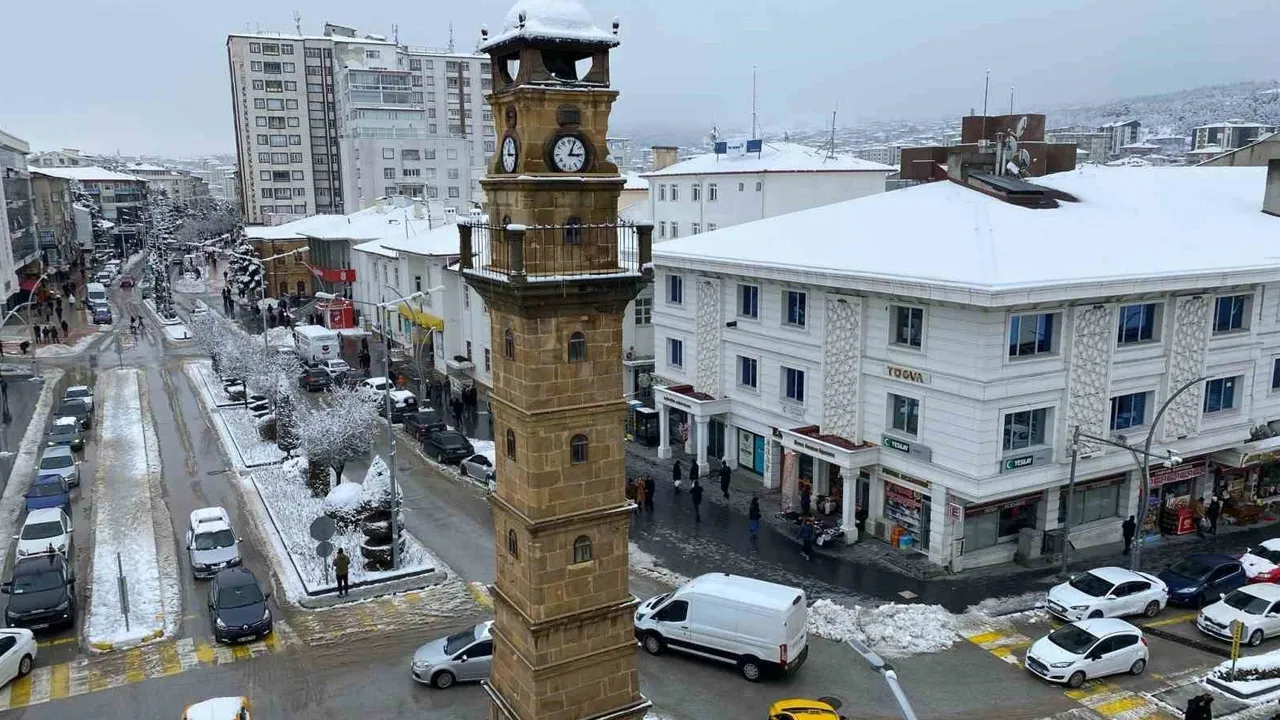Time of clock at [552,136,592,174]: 3:04
